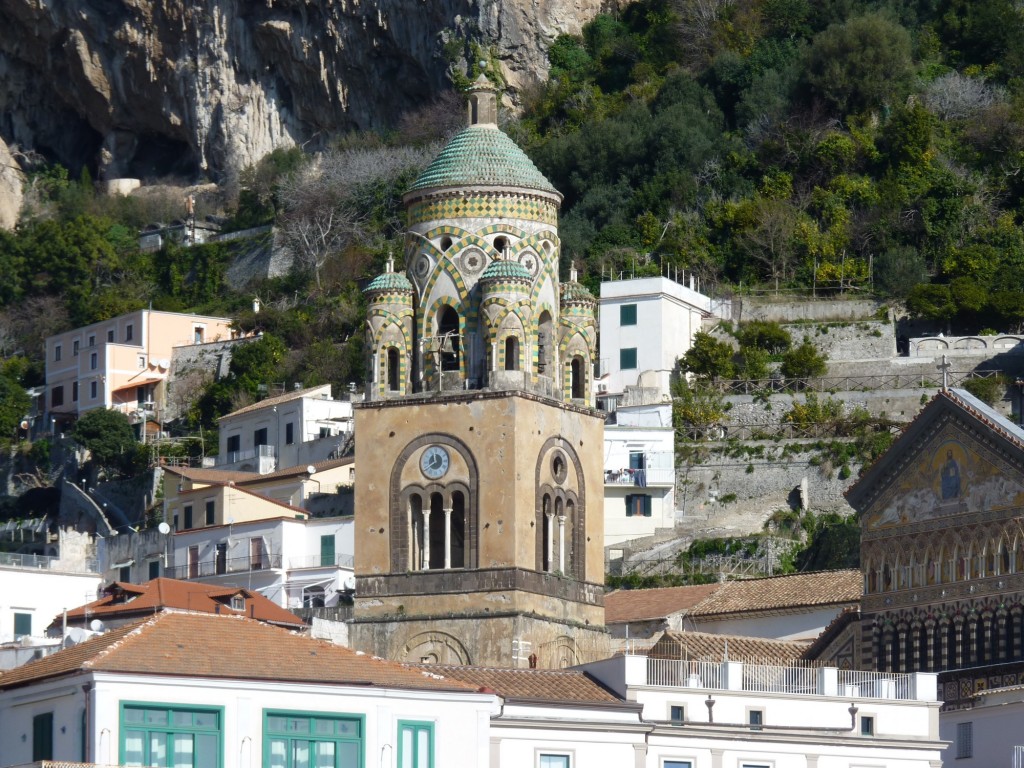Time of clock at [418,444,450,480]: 11:39
